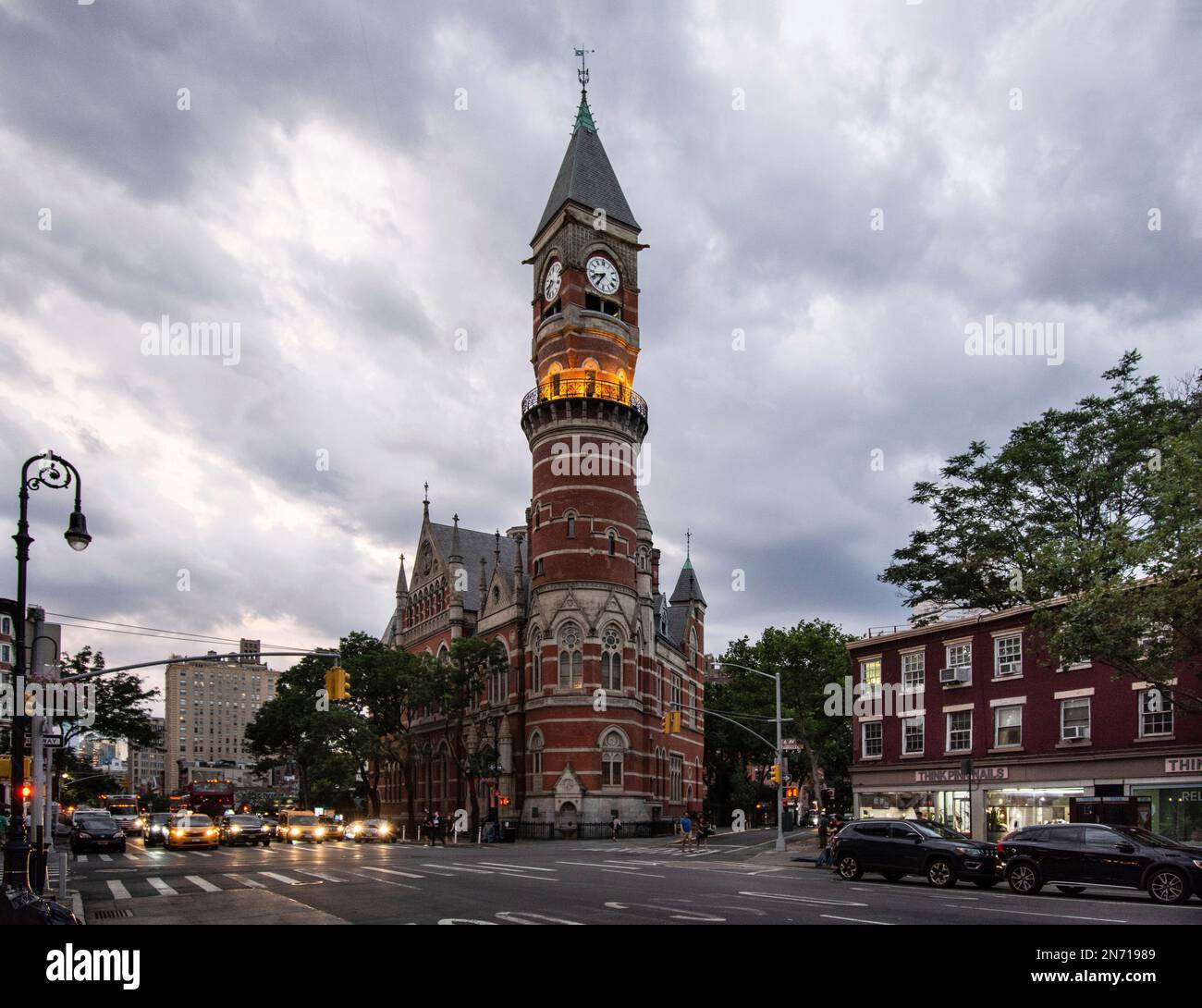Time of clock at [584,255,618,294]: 8:35
